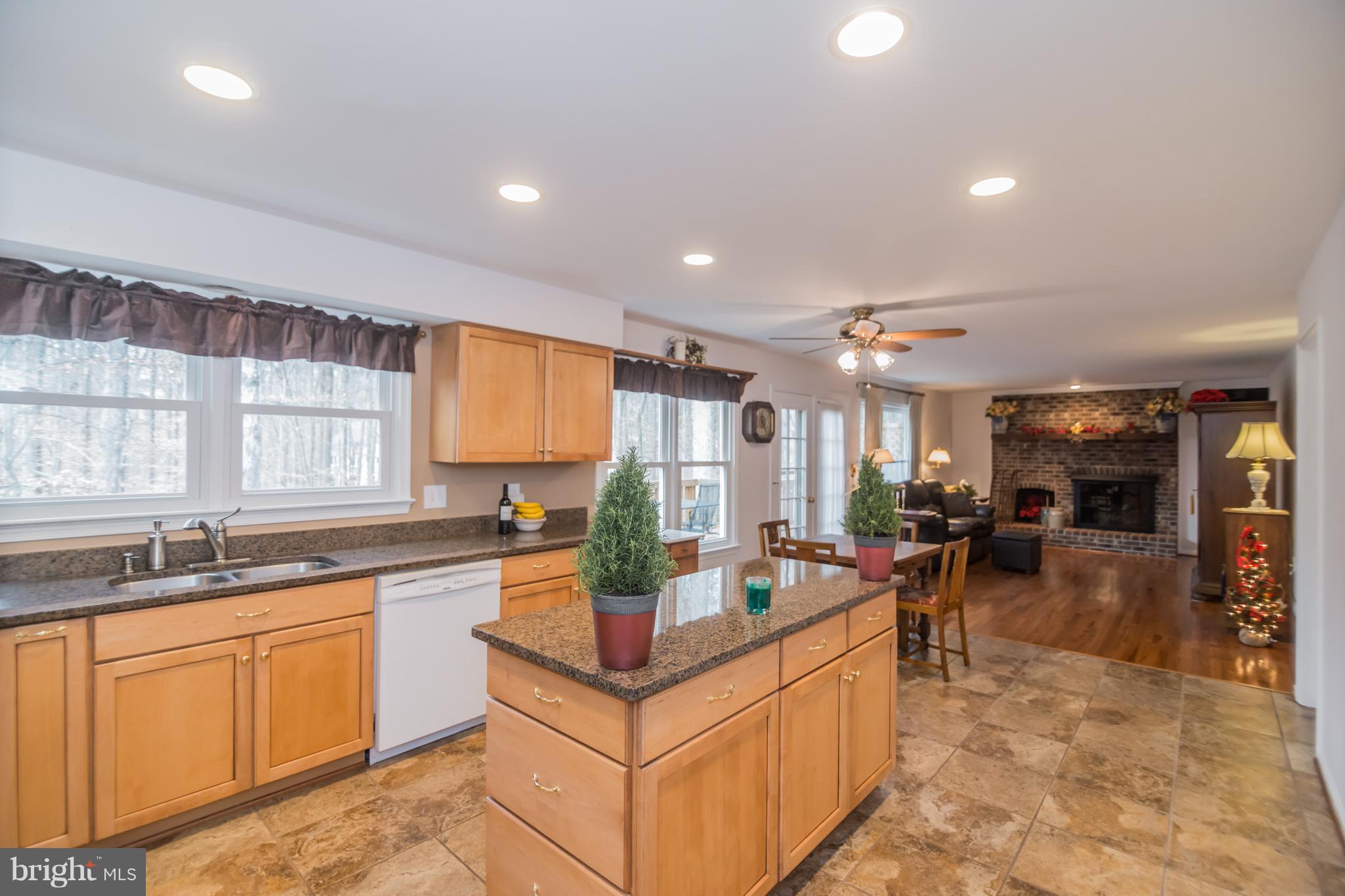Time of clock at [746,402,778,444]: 11:22
